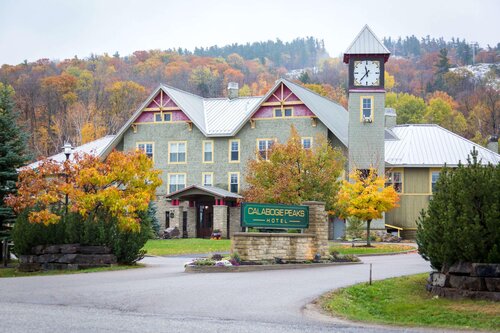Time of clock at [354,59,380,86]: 11:36
